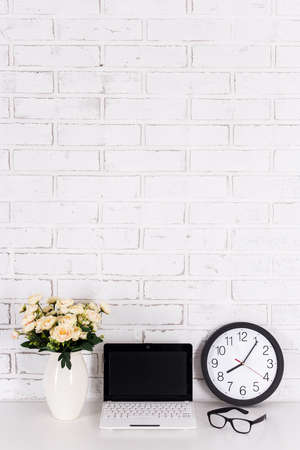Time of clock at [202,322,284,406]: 8:05
